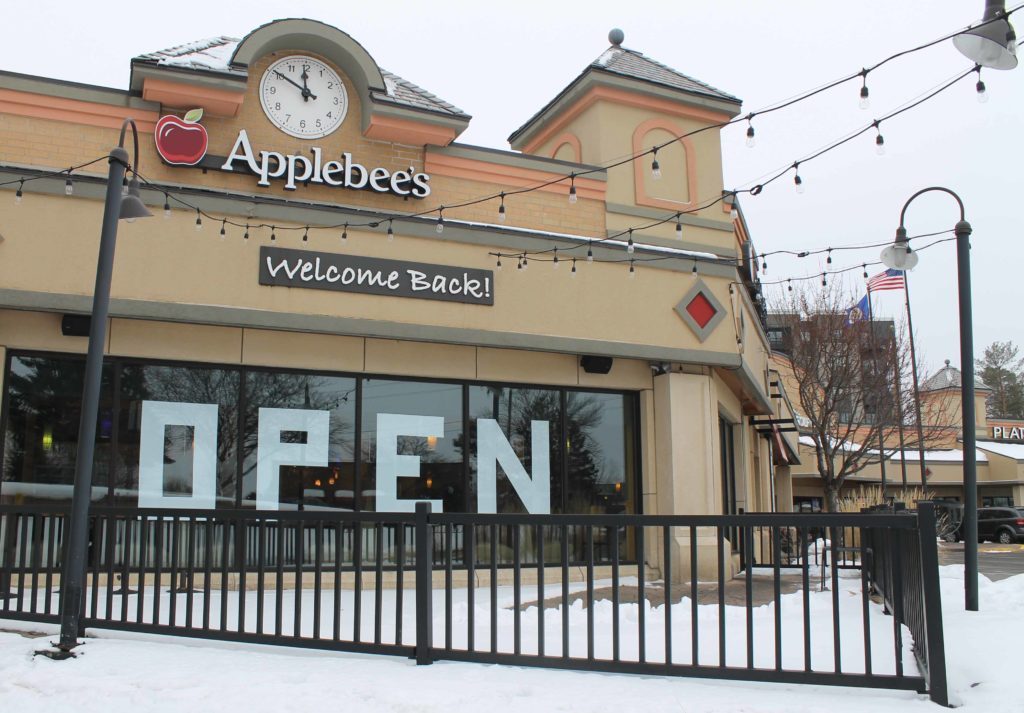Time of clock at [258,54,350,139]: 11:50
